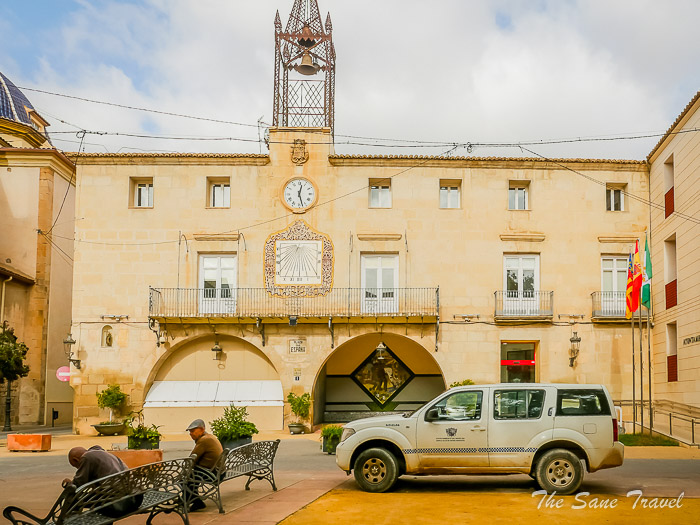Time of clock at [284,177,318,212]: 12:27
